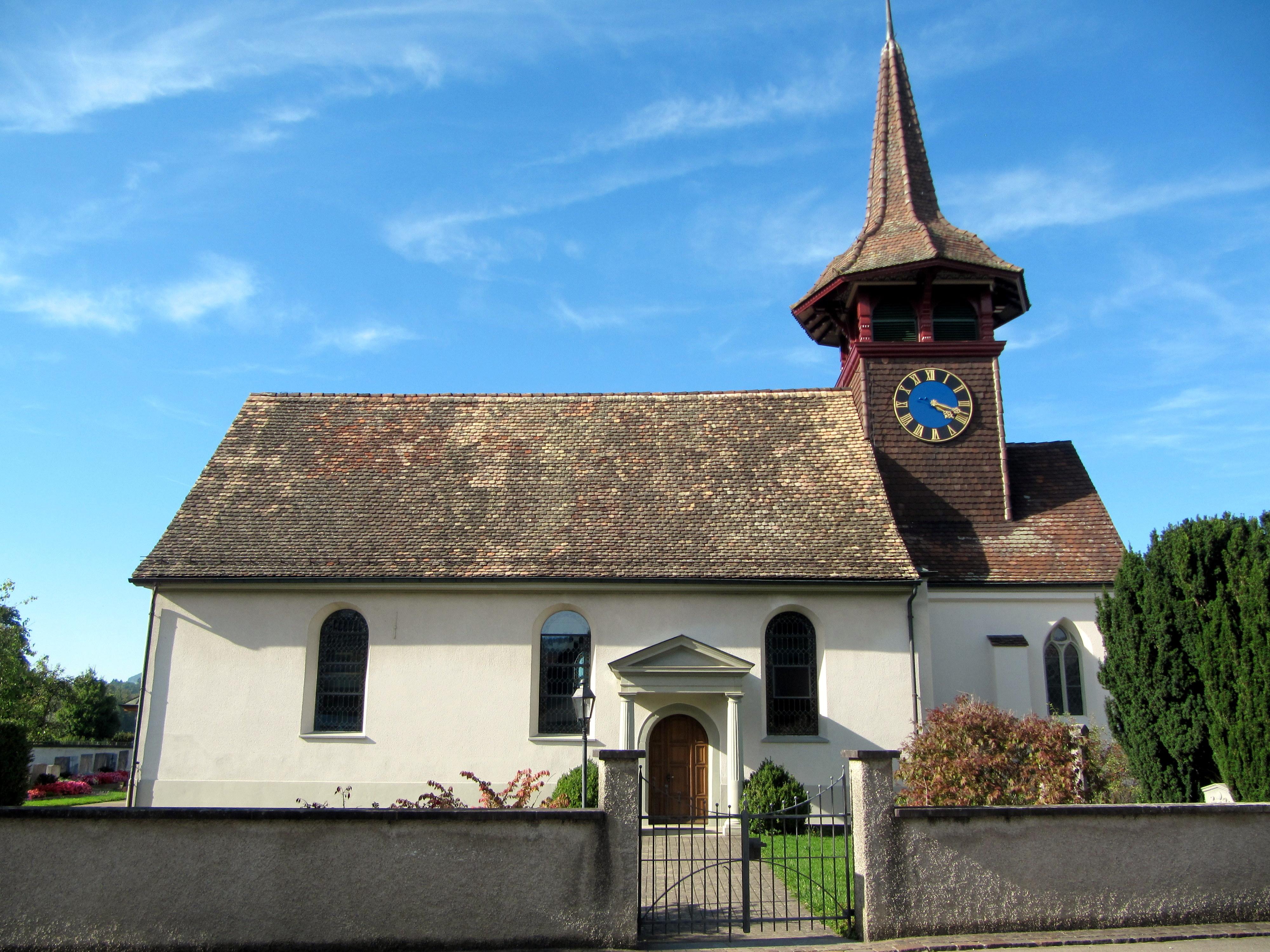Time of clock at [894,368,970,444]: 4:18
